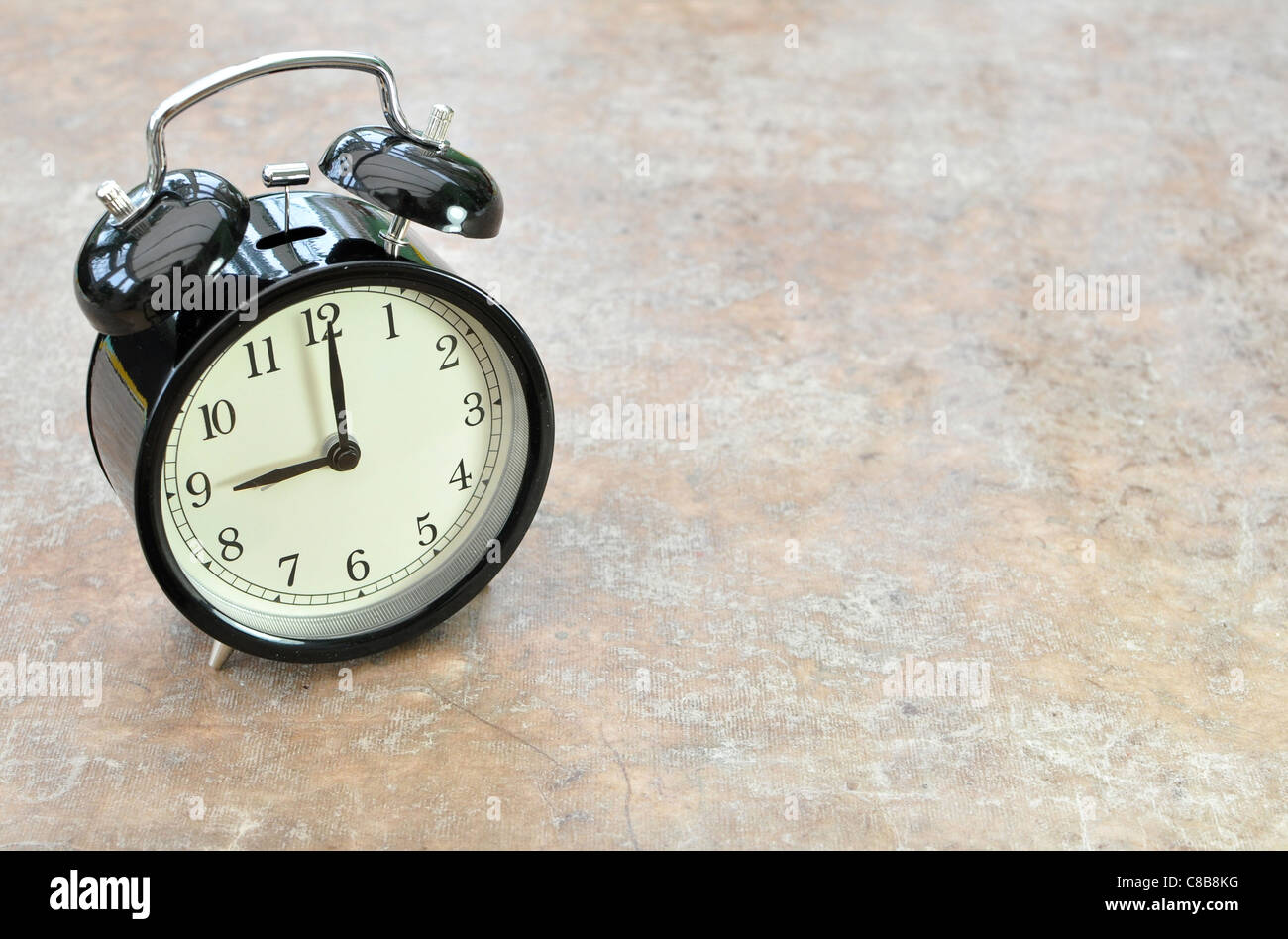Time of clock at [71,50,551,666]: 9:00
